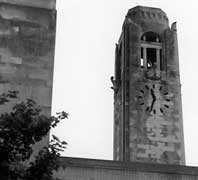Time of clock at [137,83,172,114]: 11:33
